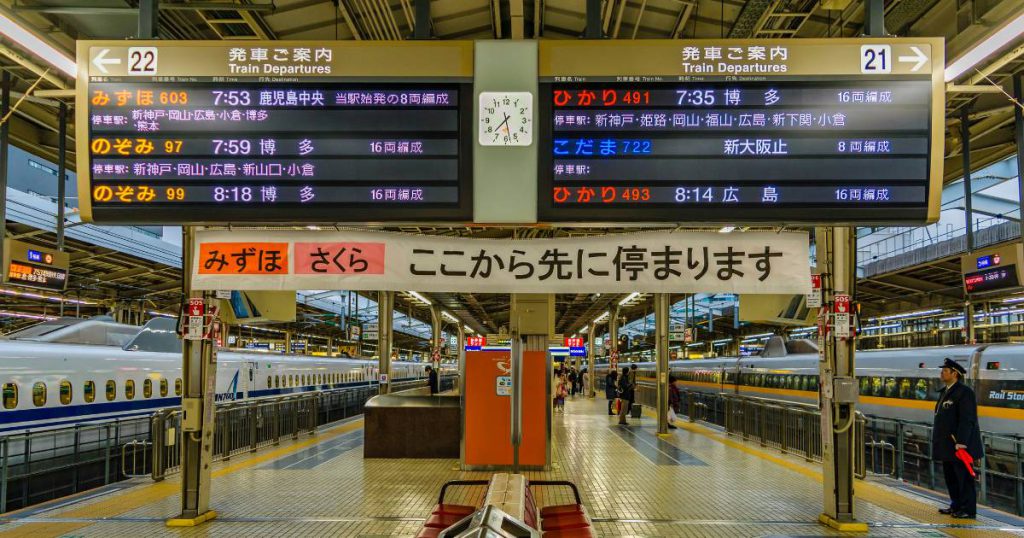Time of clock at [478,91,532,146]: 7:28
